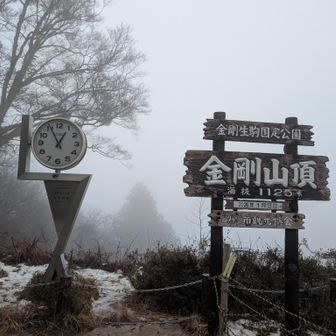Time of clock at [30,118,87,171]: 12:55
